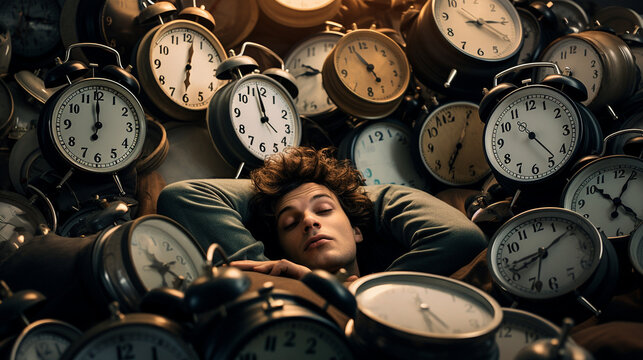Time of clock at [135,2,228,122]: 12:30
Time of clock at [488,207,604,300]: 8:09
